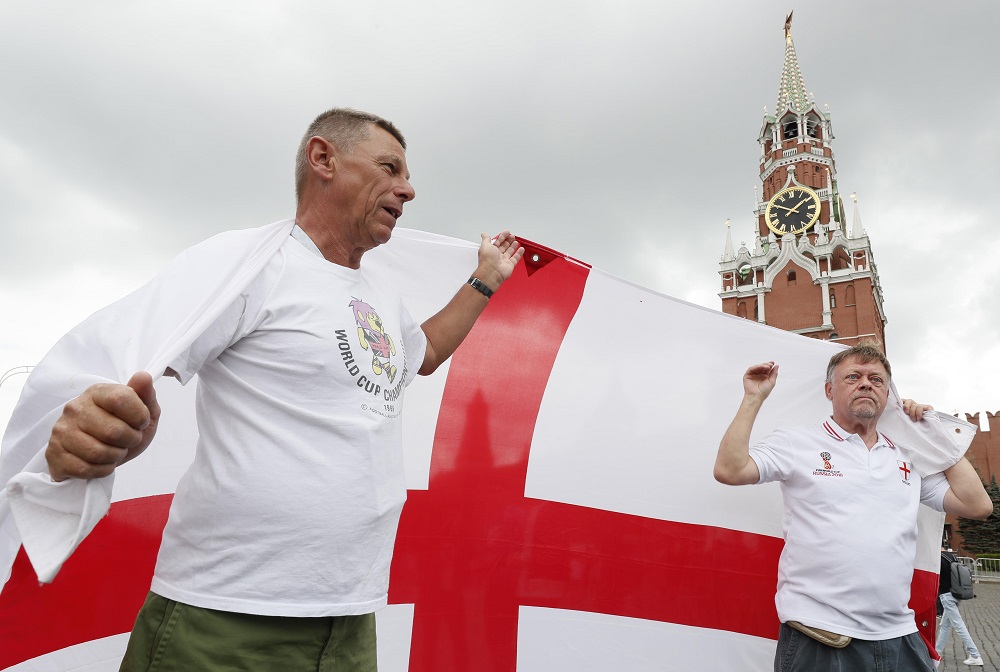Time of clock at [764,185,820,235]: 1:49
